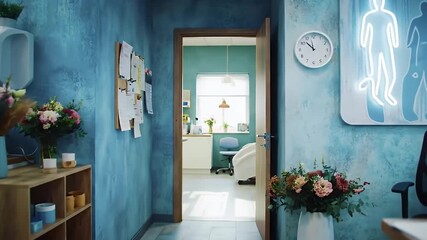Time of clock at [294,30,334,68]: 11:52
